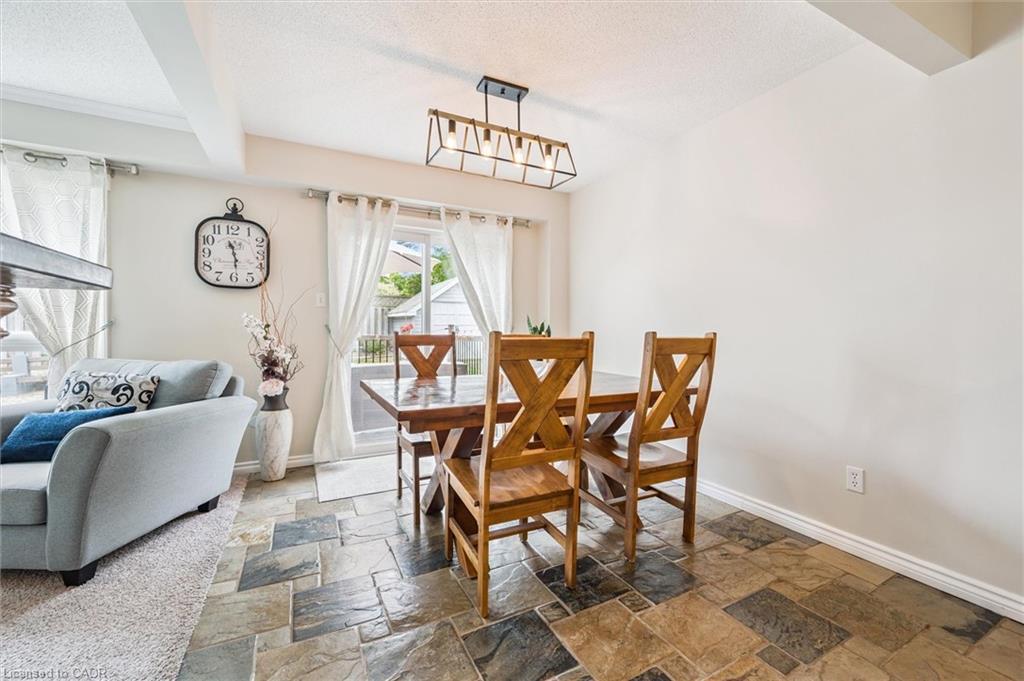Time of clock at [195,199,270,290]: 11:28
